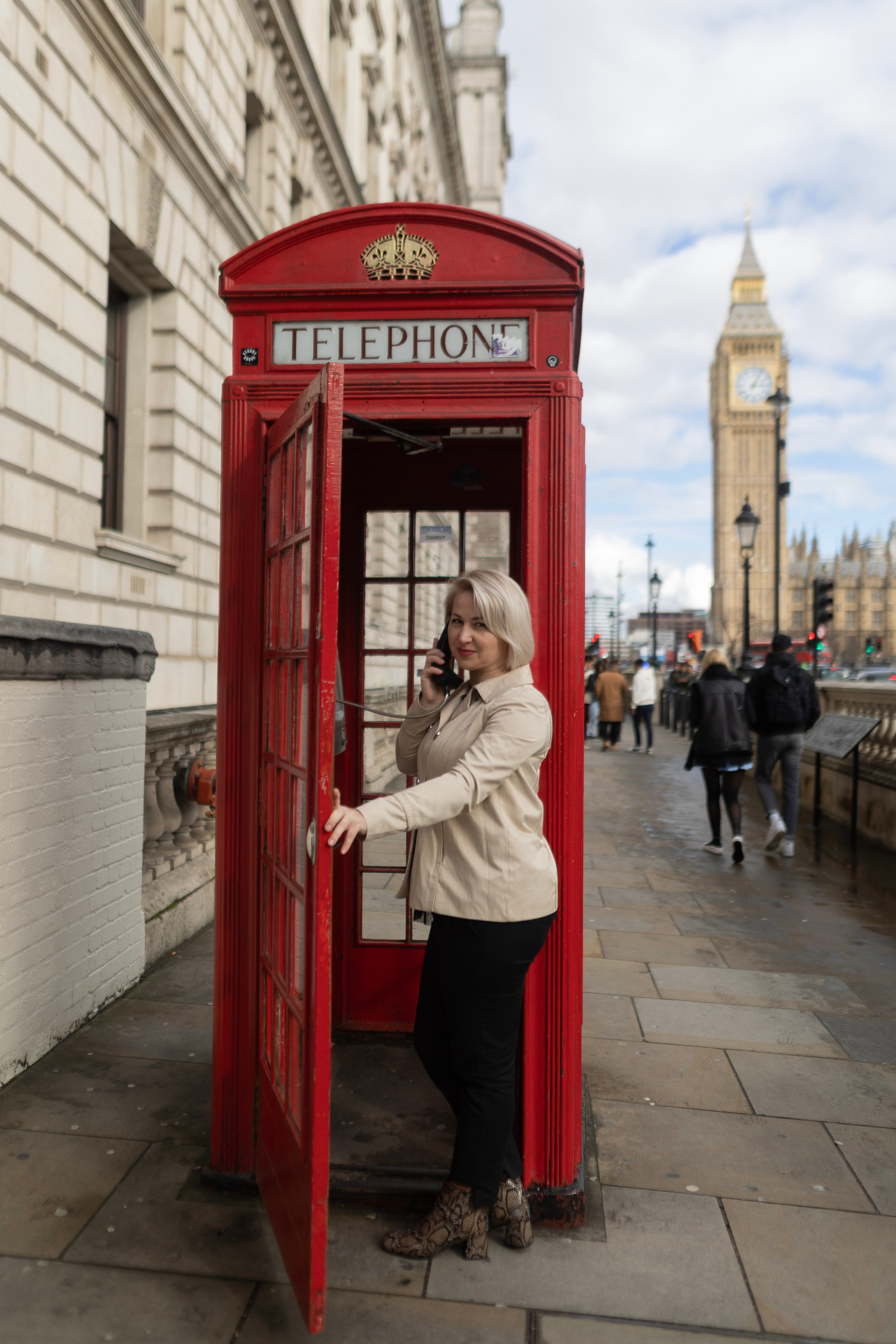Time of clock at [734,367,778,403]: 3:04
